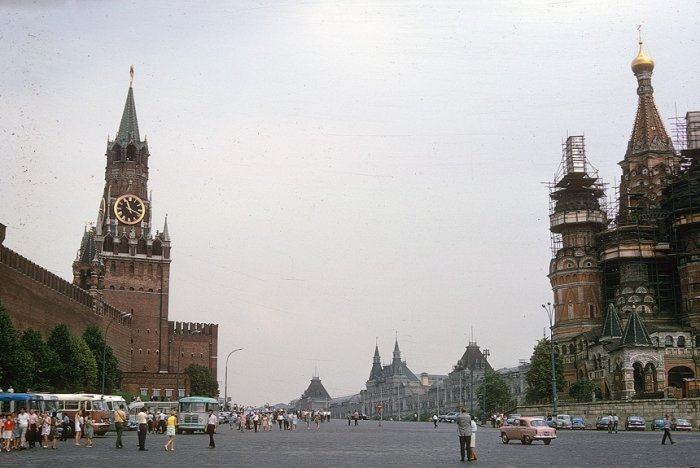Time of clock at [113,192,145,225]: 11:18
